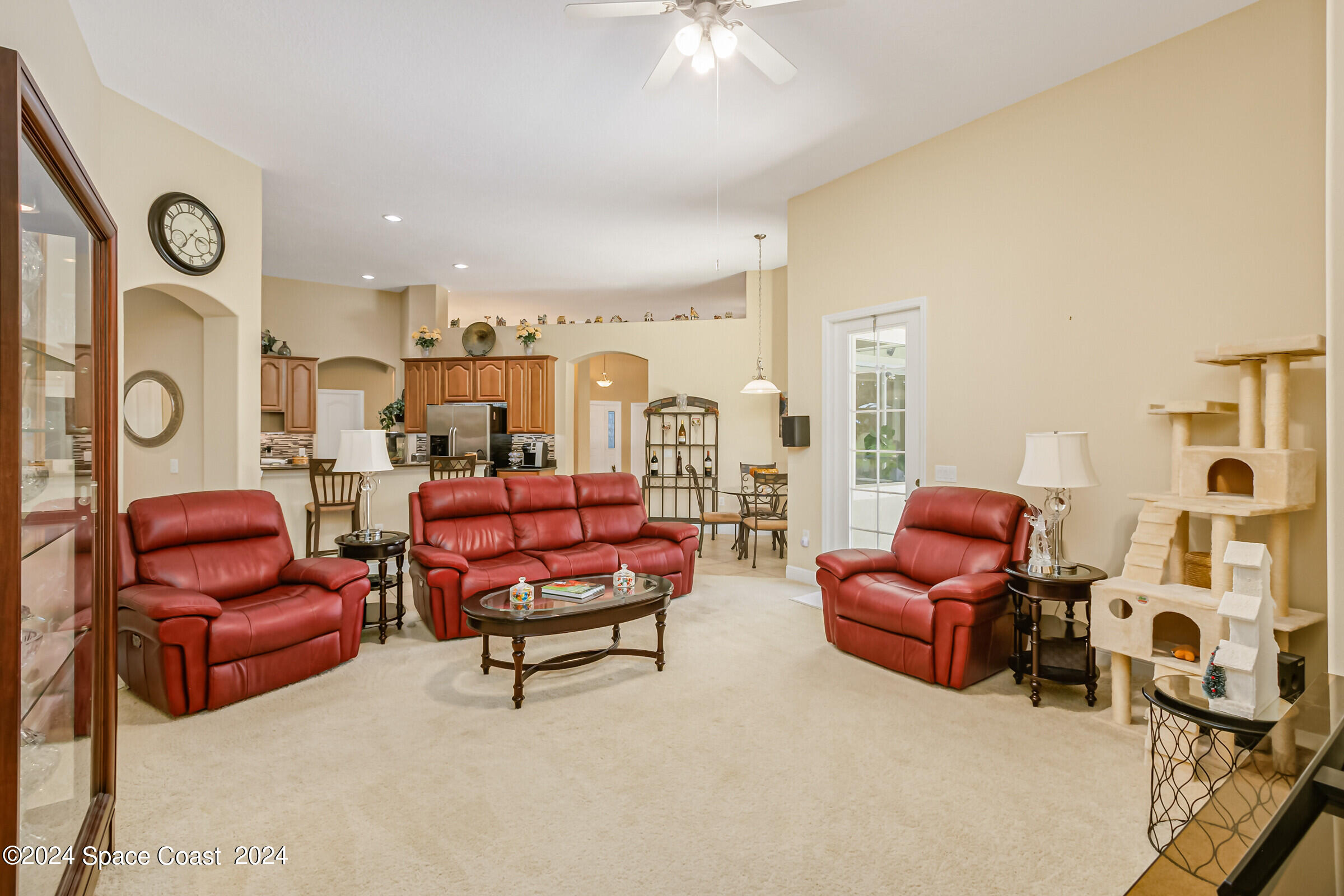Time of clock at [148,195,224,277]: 3:35
